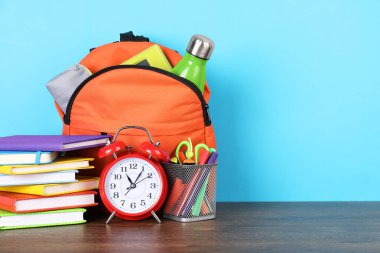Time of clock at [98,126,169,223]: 11:05
